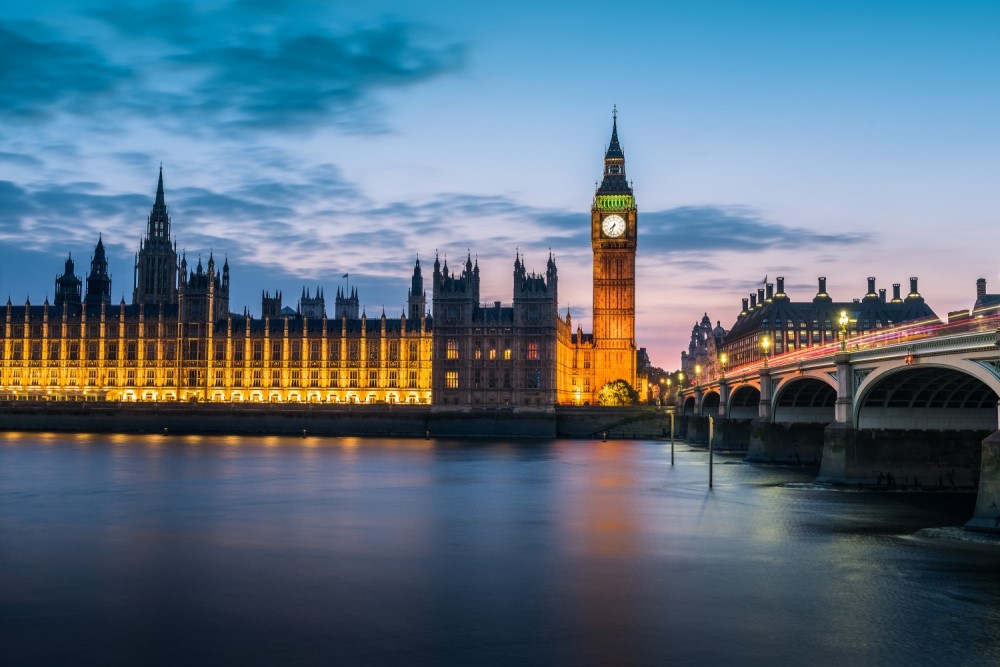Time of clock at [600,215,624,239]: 7:33
